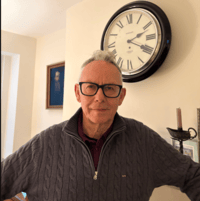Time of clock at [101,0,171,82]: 2:19
